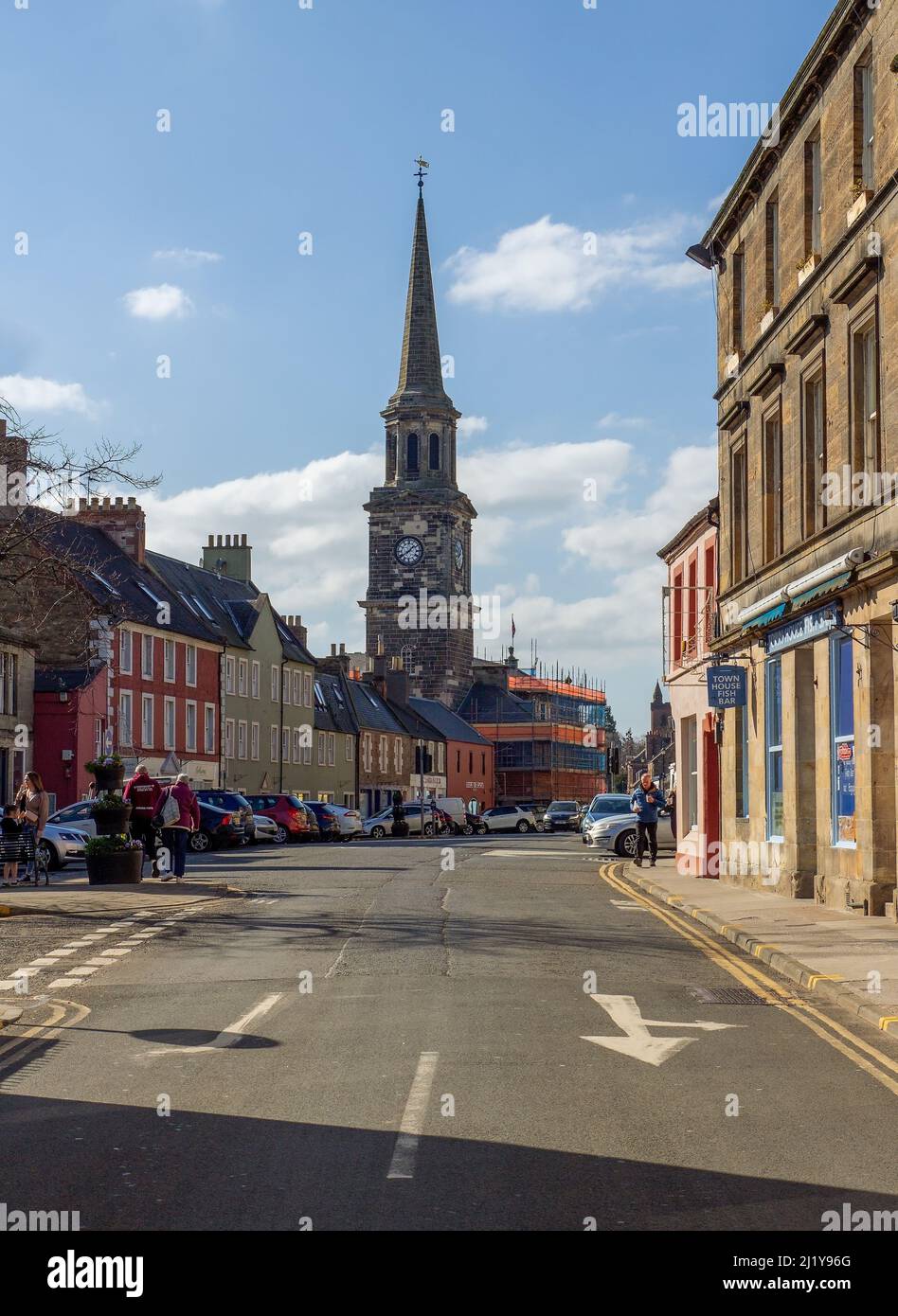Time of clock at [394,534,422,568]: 1:39
